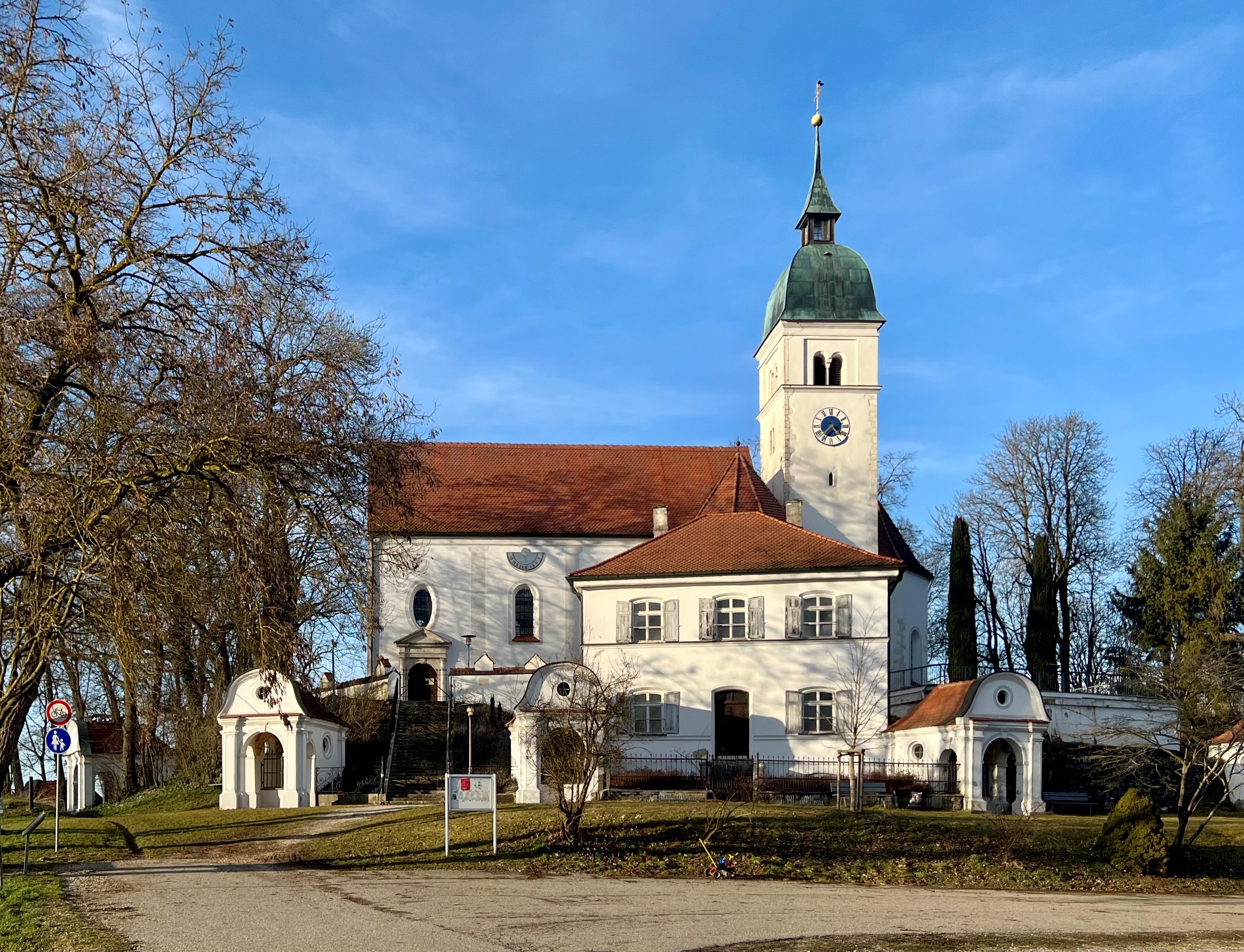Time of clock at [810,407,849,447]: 4:37
